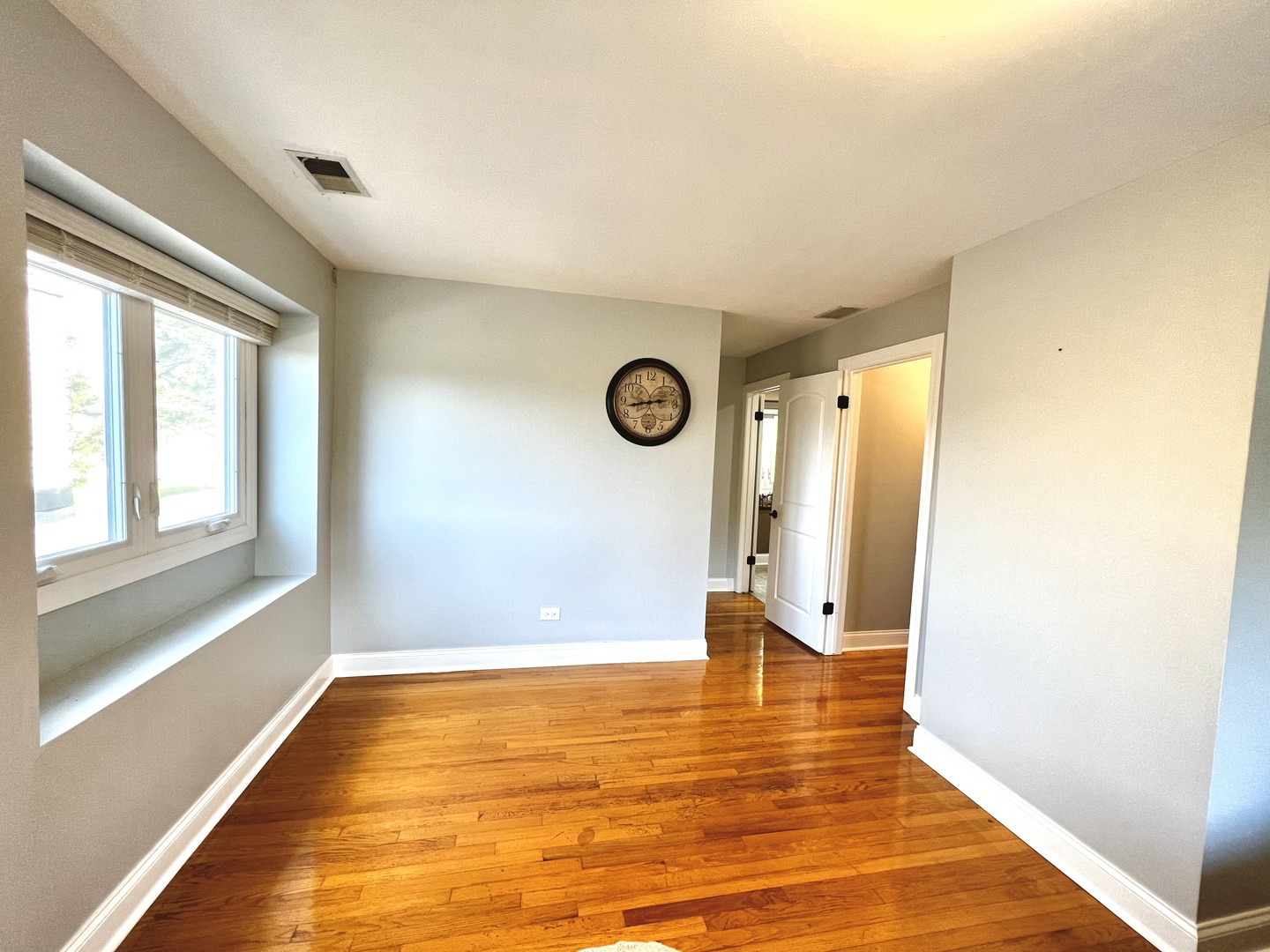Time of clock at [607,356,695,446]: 2:42
